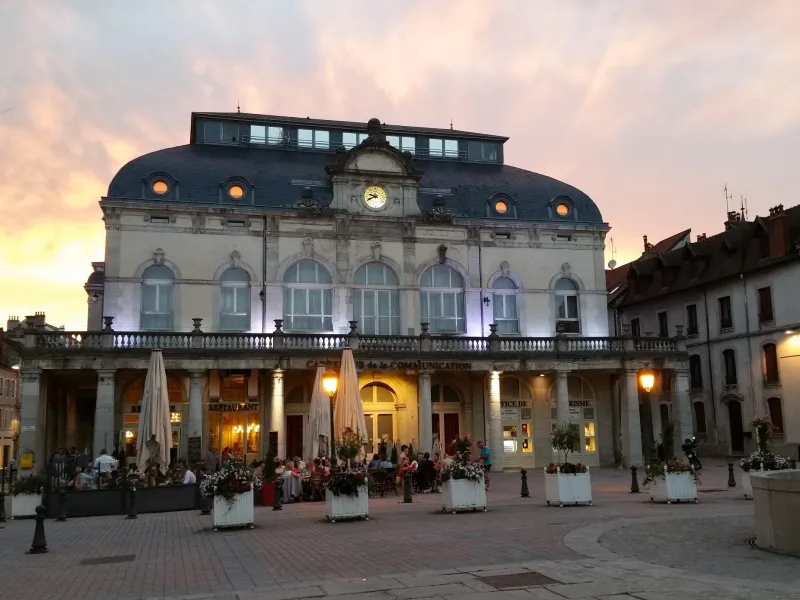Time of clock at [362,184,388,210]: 9:41
